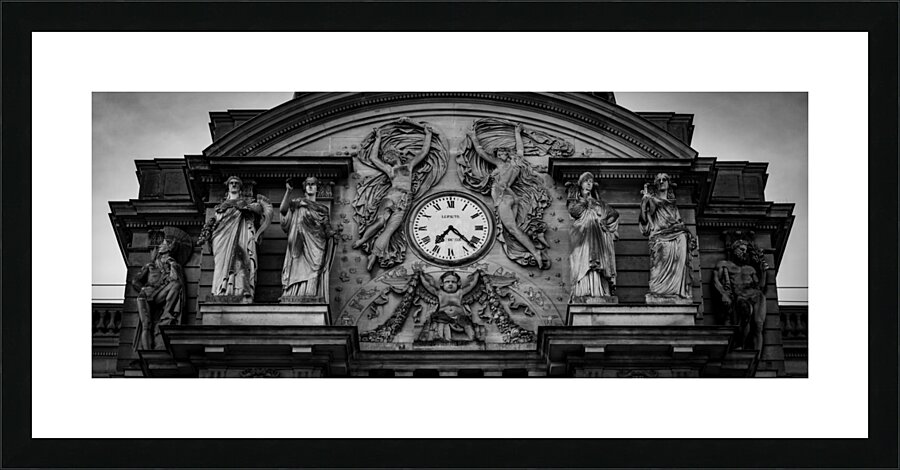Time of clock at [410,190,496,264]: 7:22
